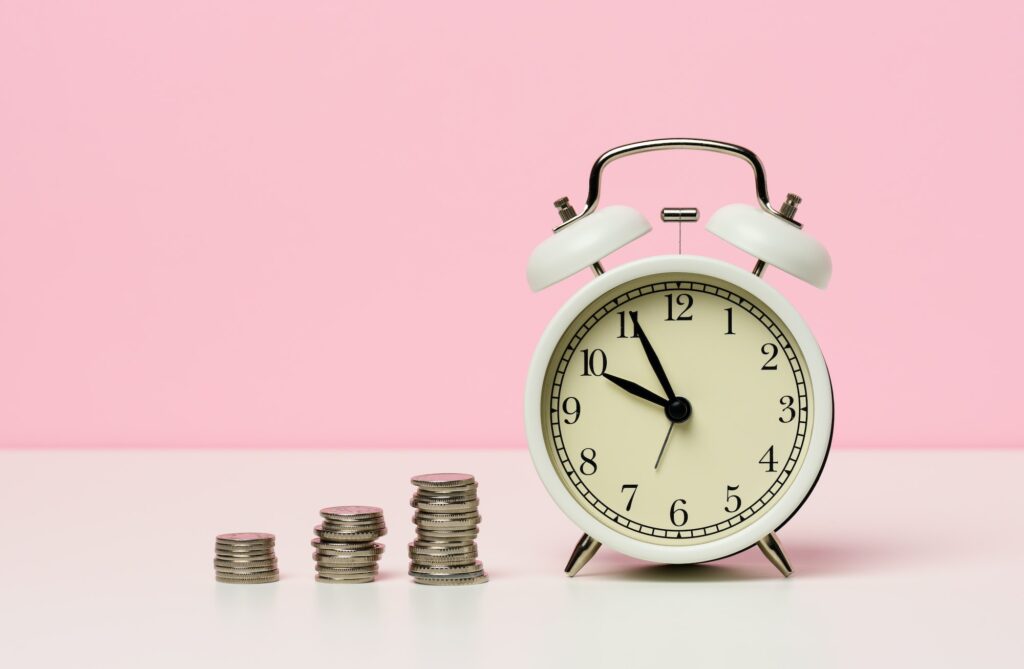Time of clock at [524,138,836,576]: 9:55
